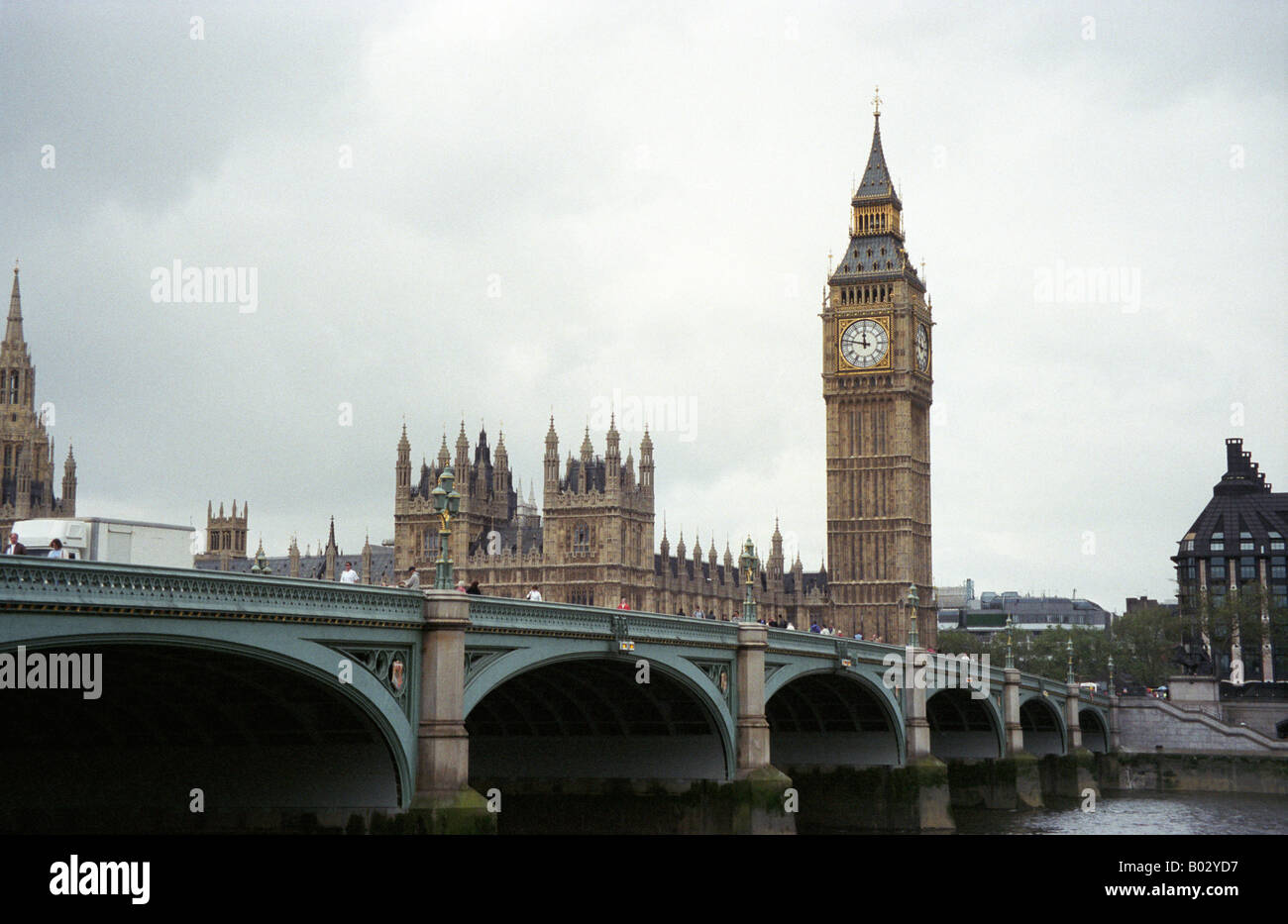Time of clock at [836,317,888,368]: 11:47
